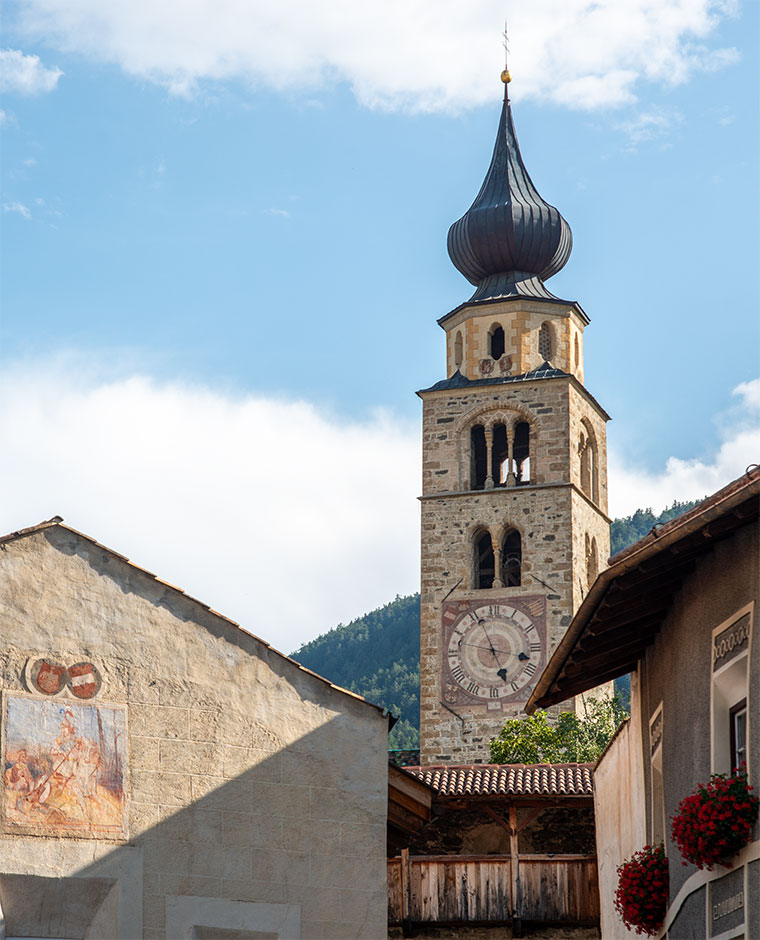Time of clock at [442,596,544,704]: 4:56
